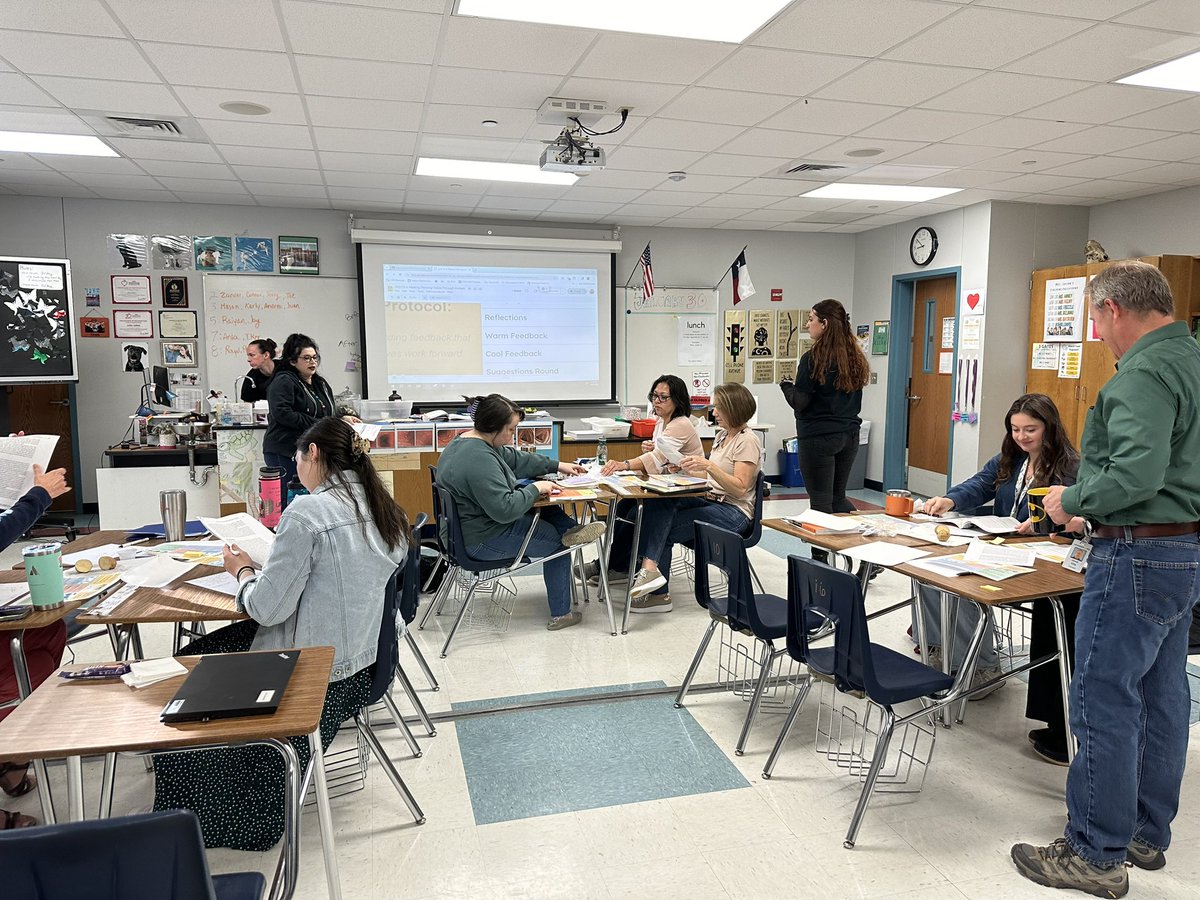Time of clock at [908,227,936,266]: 8:51
